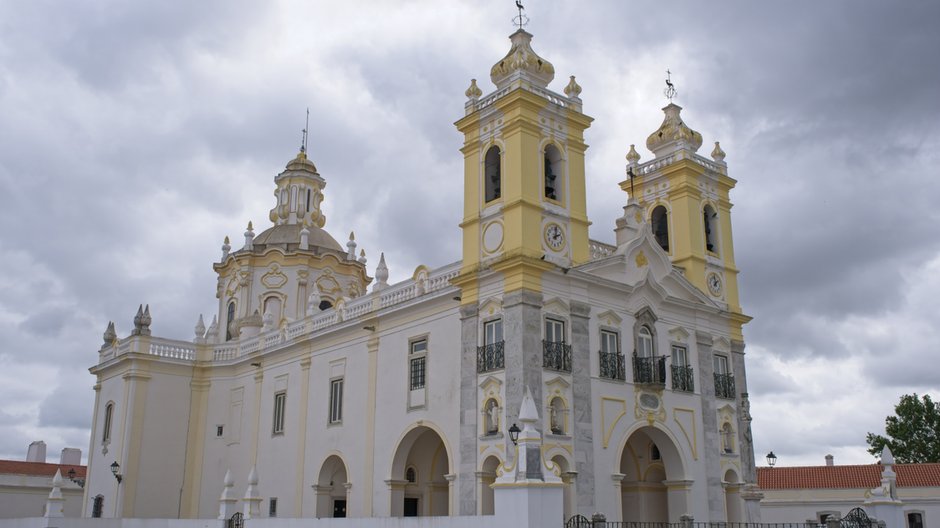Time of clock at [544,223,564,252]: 2:01
